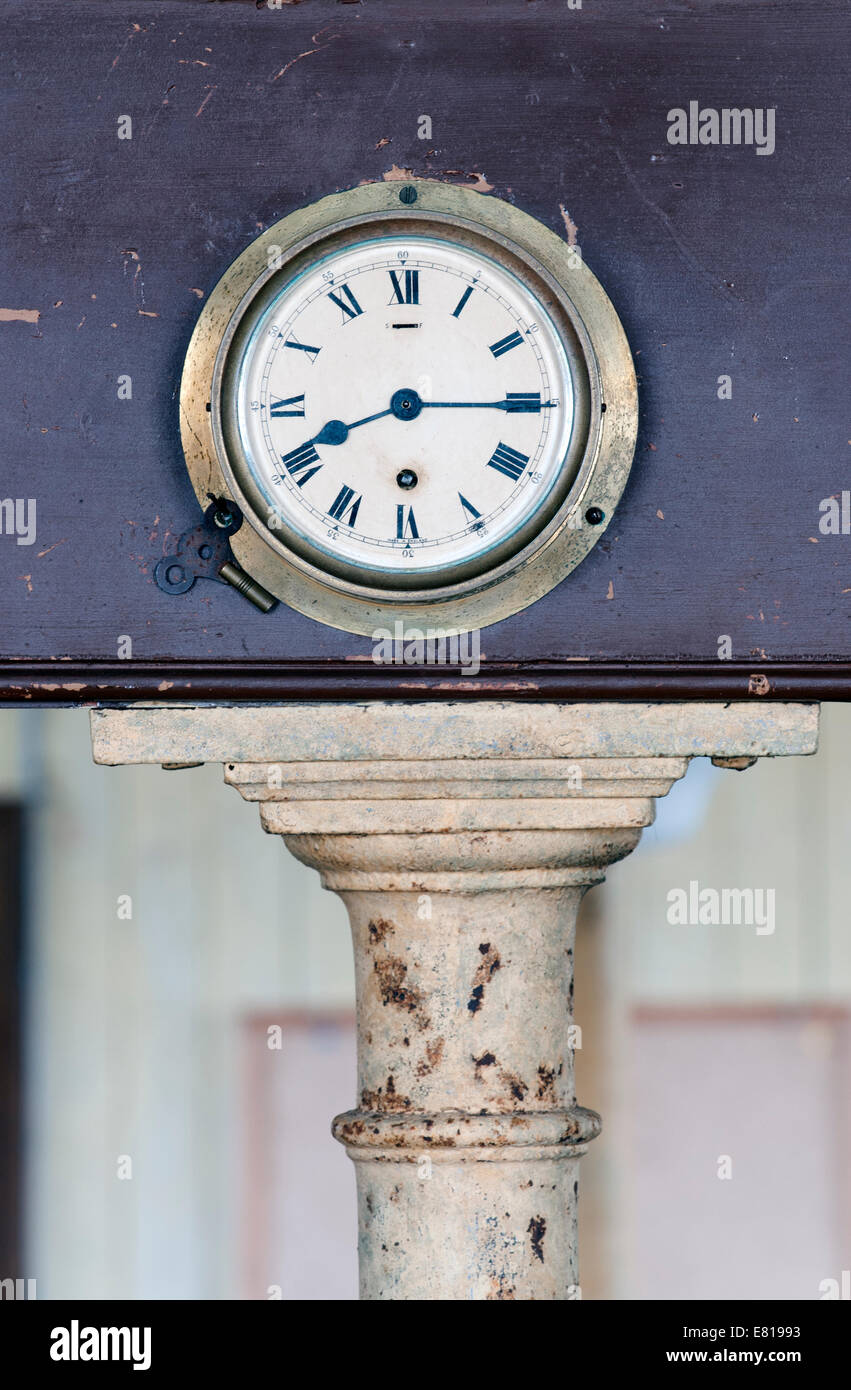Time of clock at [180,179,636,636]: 8:15
